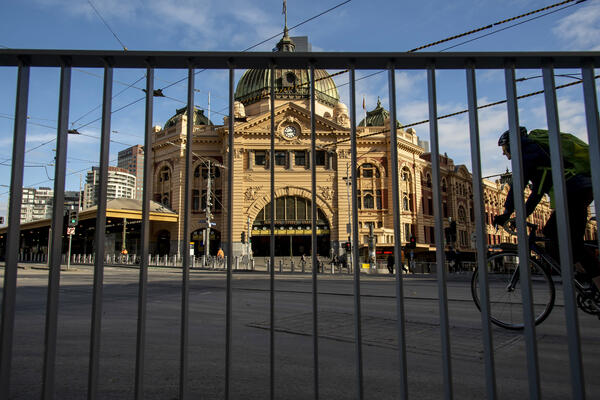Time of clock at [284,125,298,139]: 2:43
